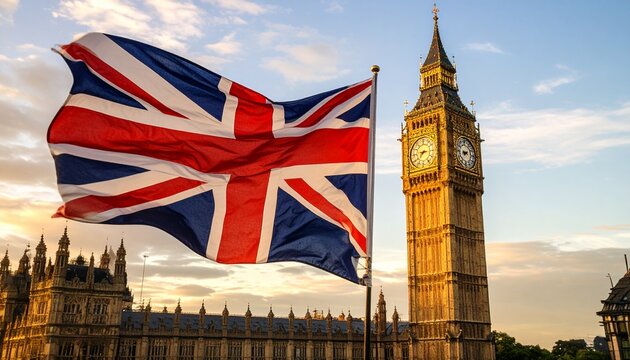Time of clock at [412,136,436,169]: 7:15
